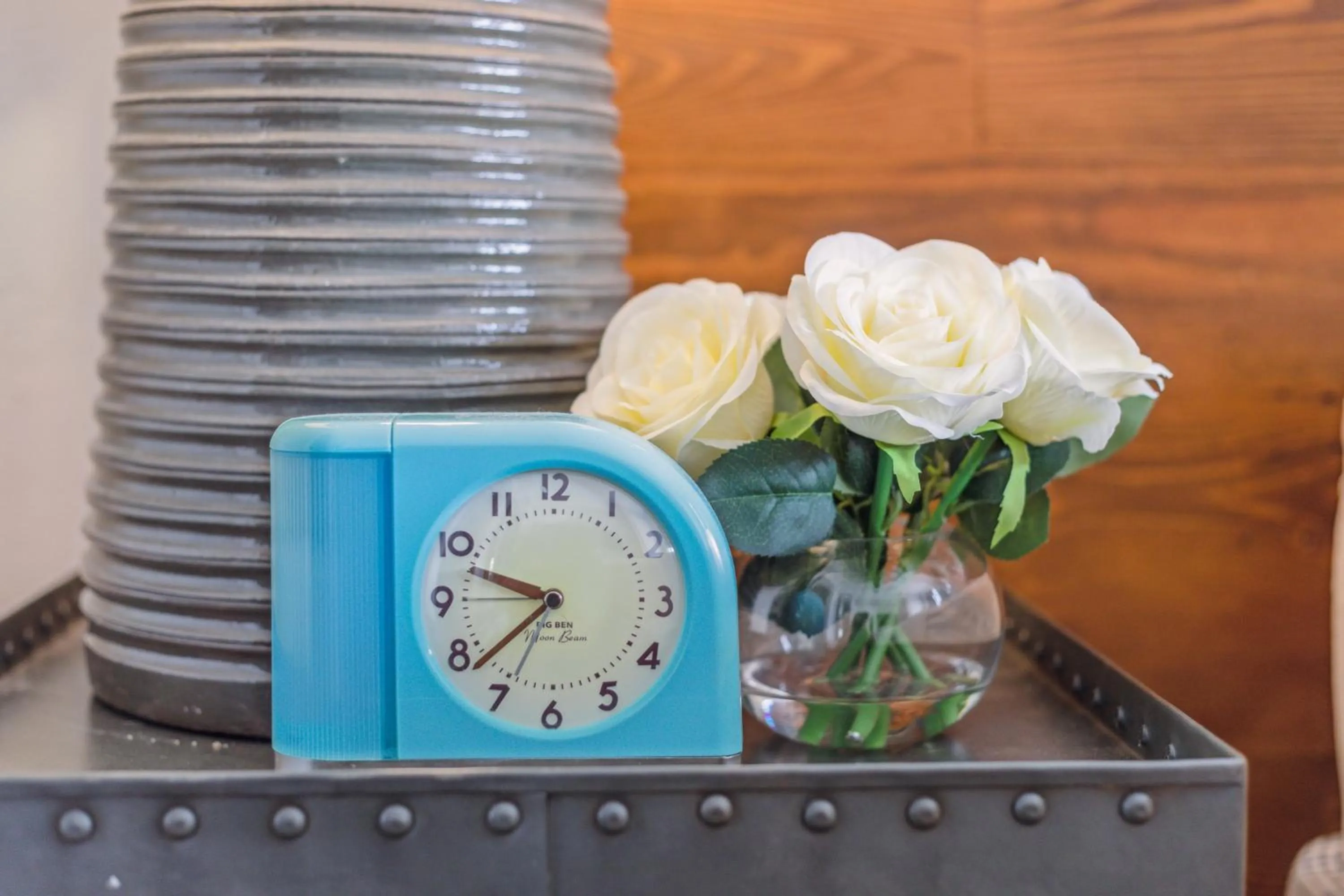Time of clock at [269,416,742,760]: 9:38
